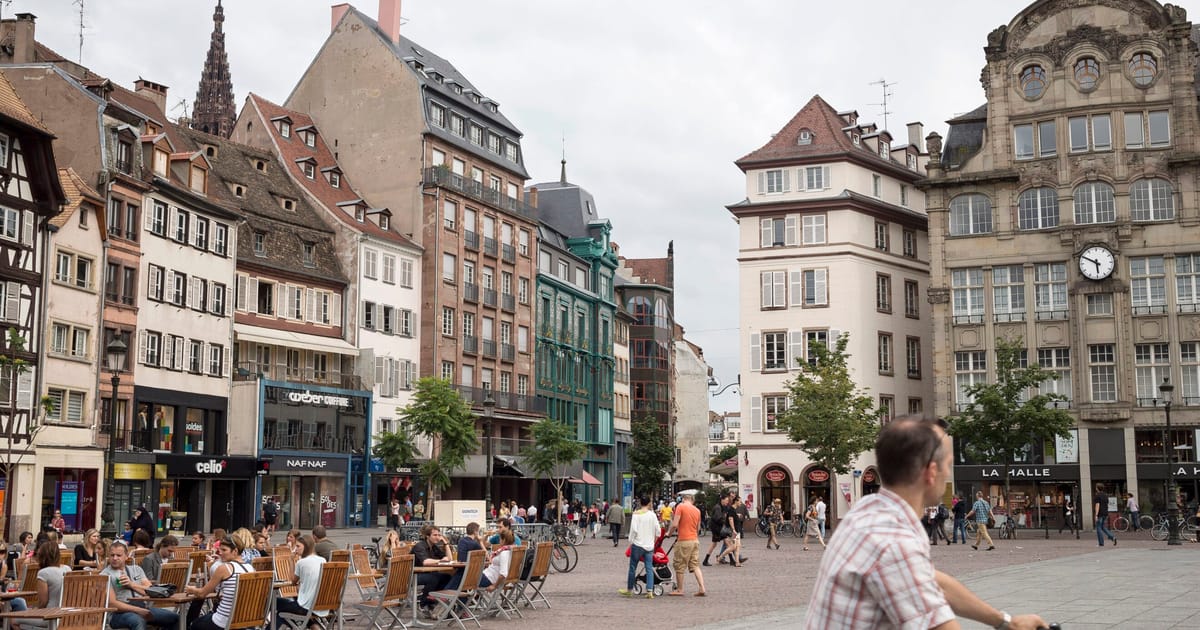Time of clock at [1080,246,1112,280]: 5:49
